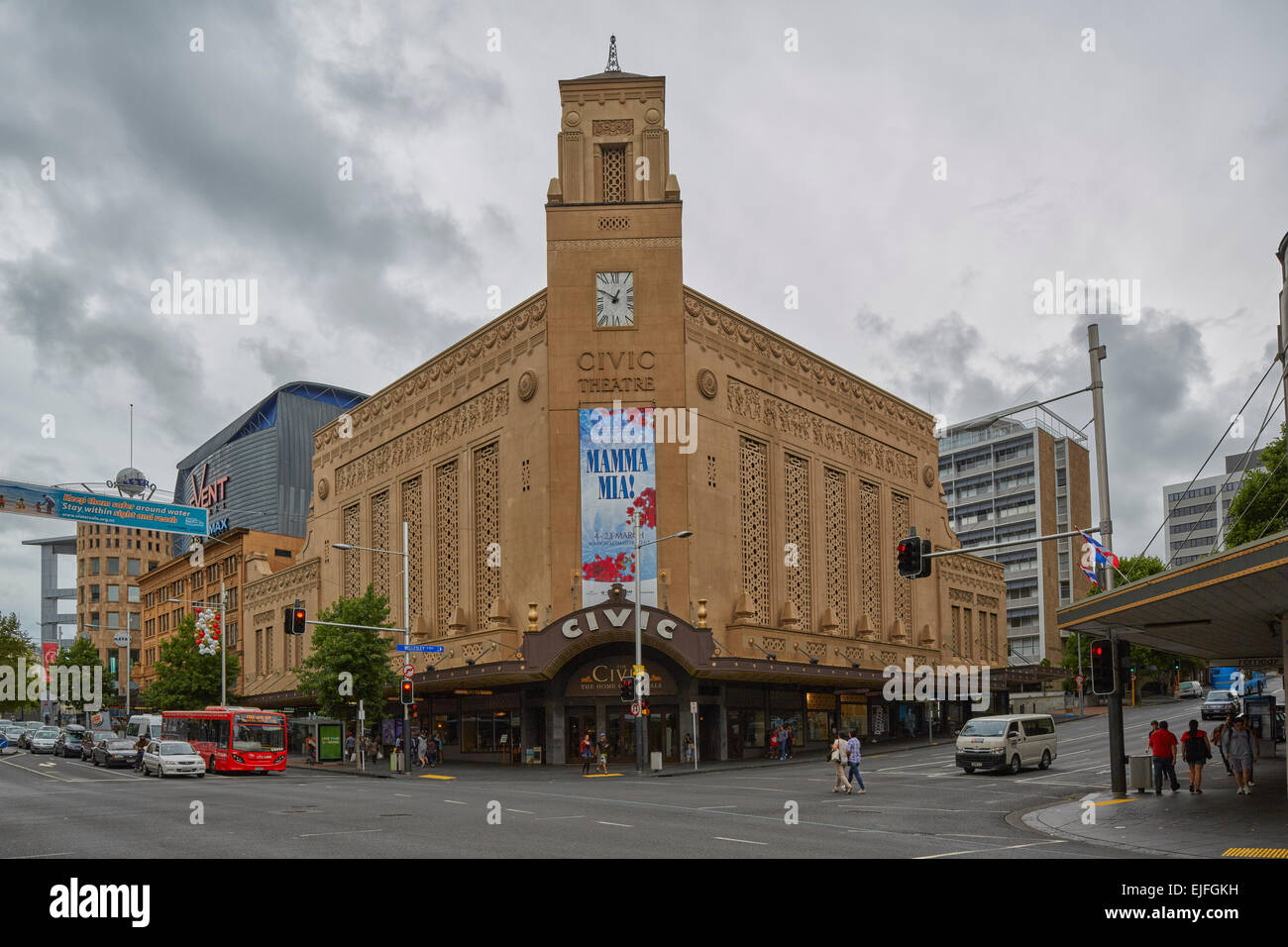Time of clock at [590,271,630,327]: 12:49
